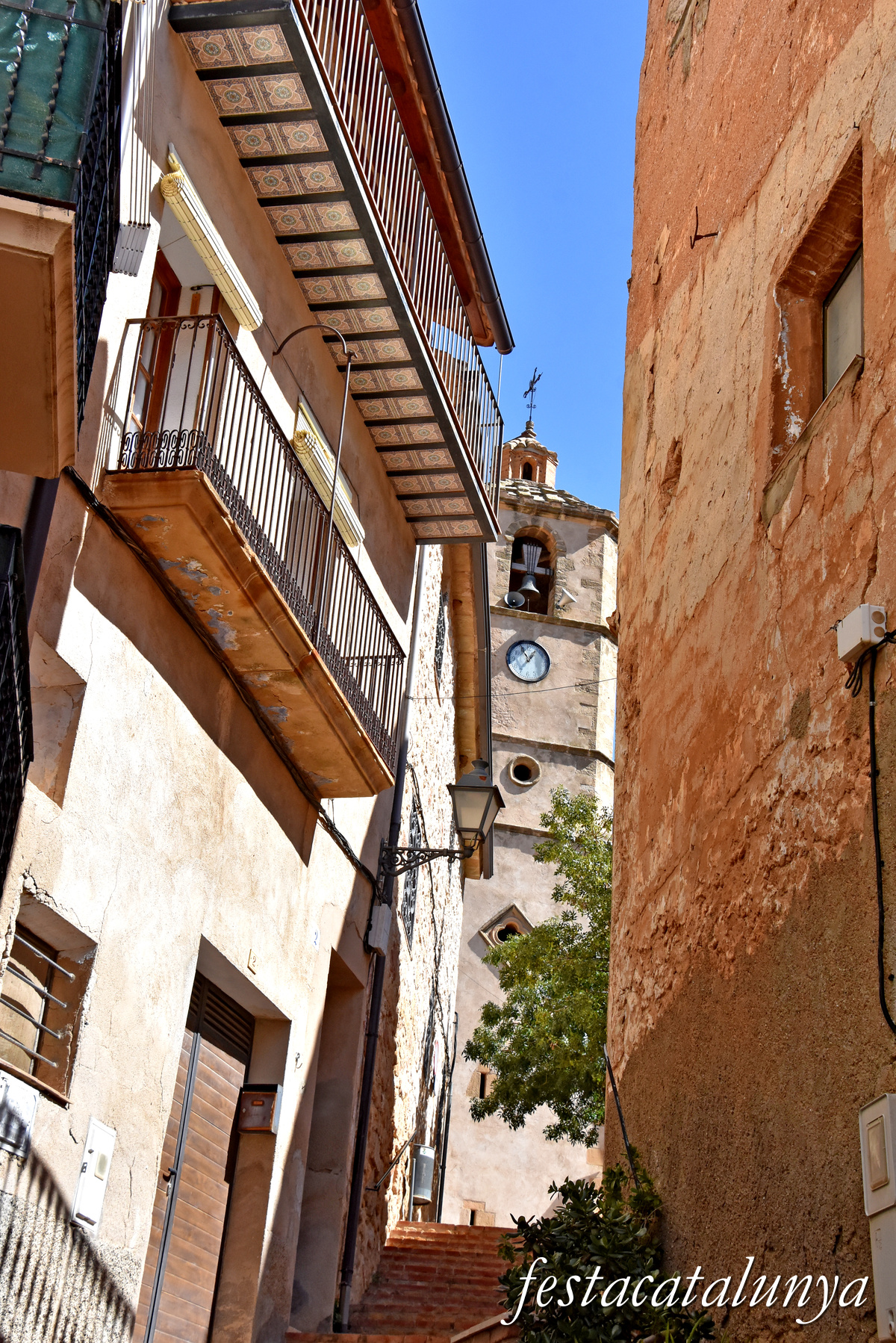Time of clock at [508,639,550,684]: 12:55
